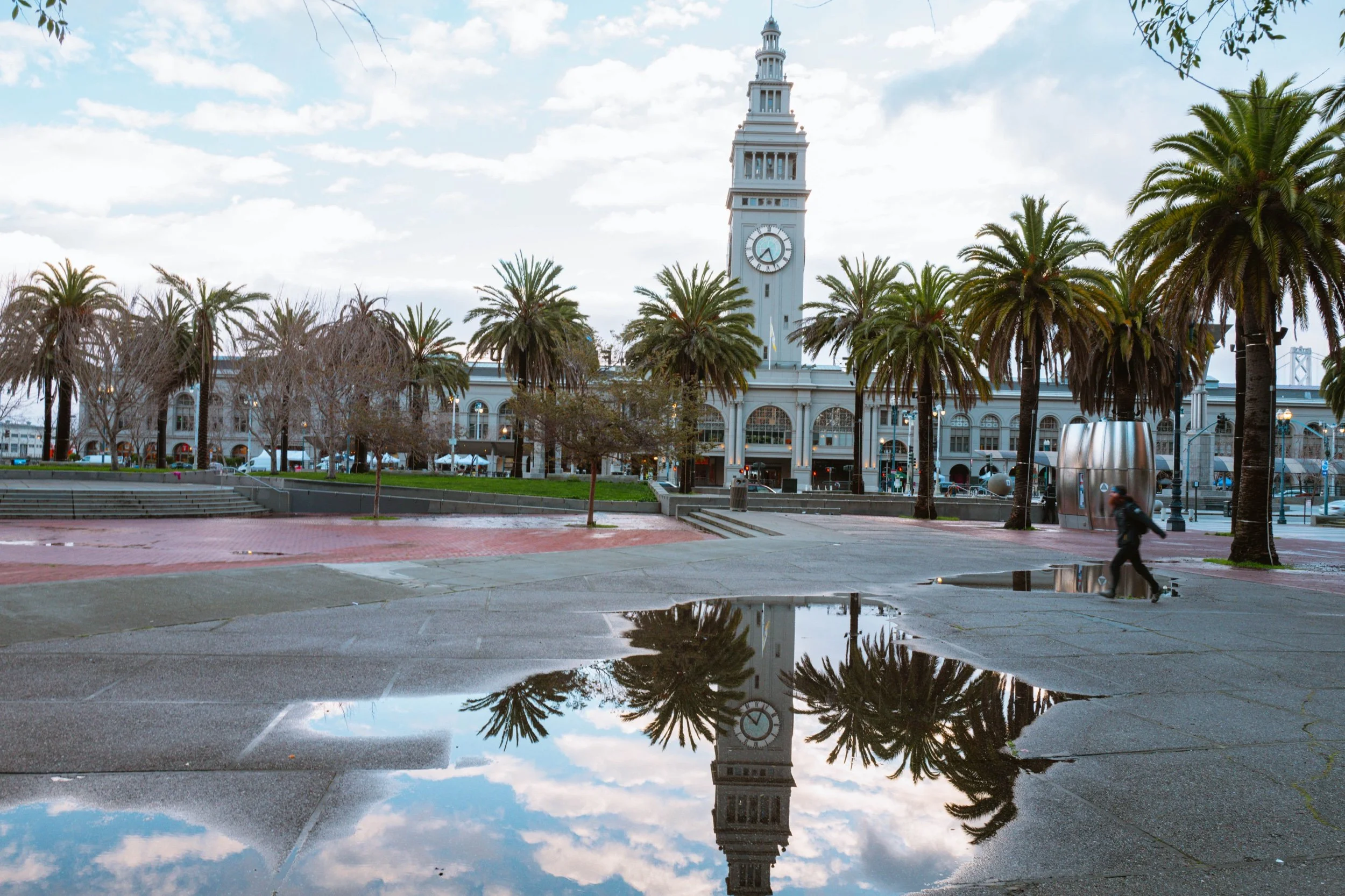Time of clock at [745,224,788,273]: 7:26
